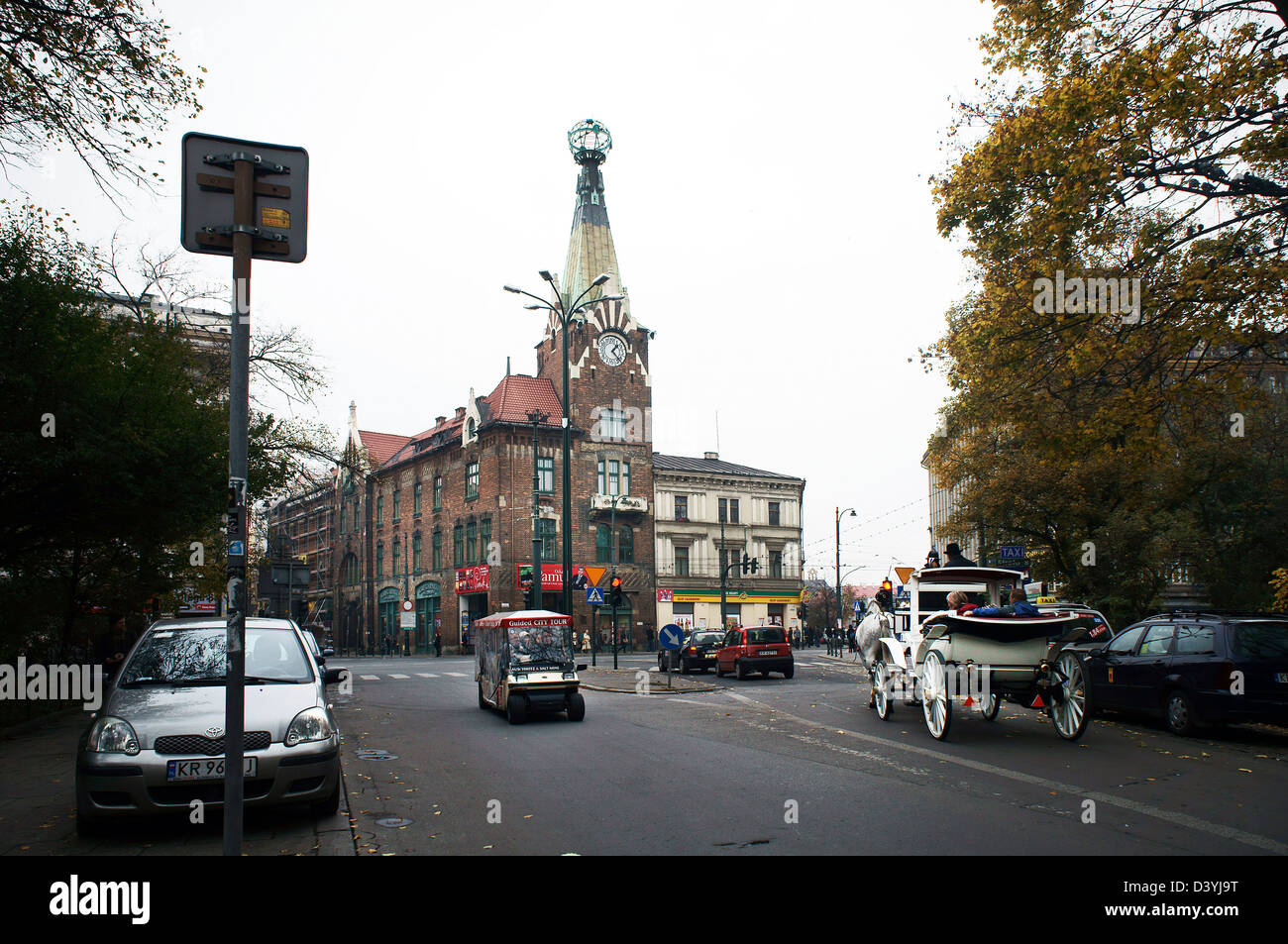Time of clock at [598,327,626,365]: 1:22
